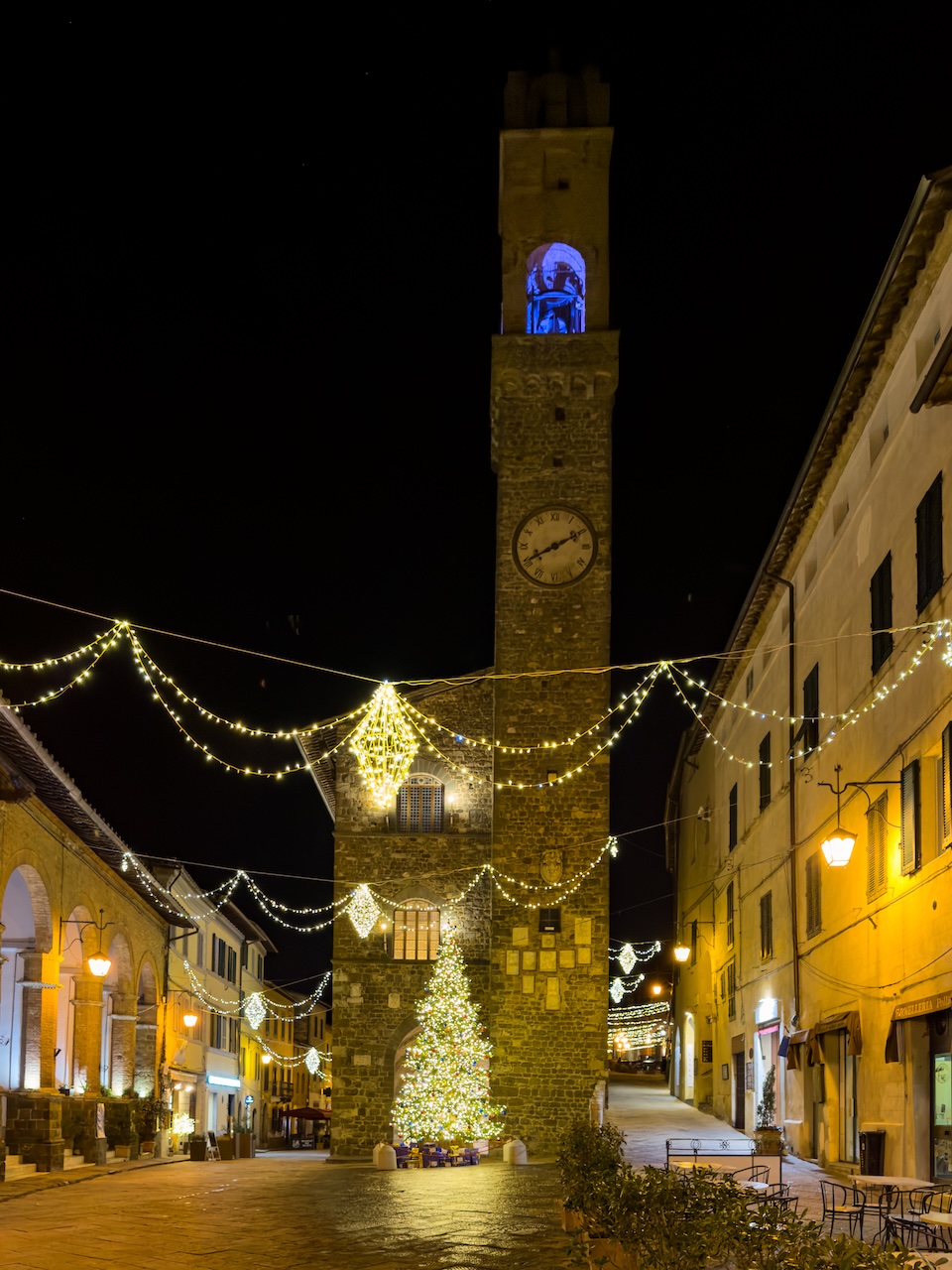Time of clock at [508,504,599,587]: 8:10
